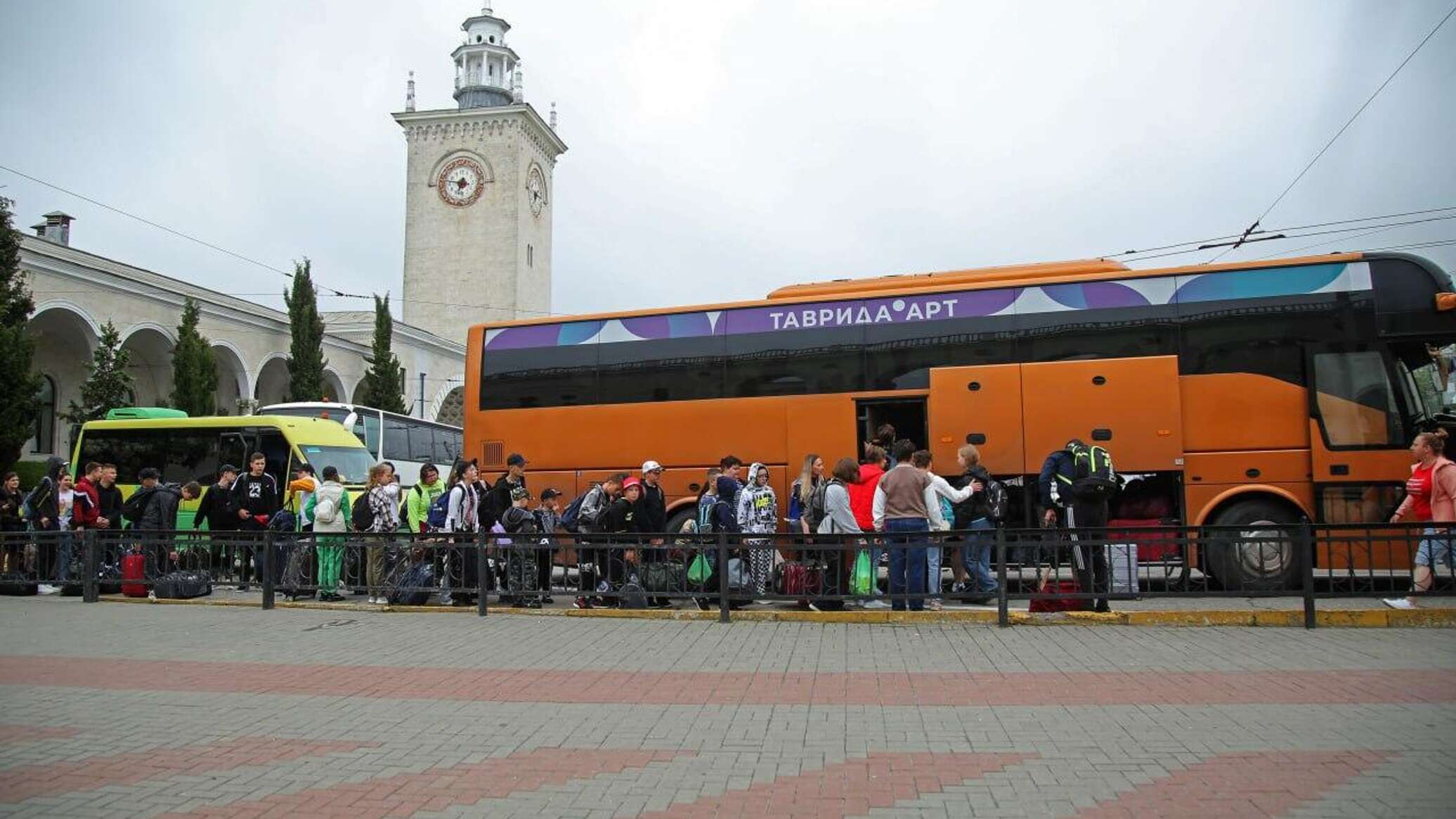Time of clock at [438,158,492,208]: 6:46
